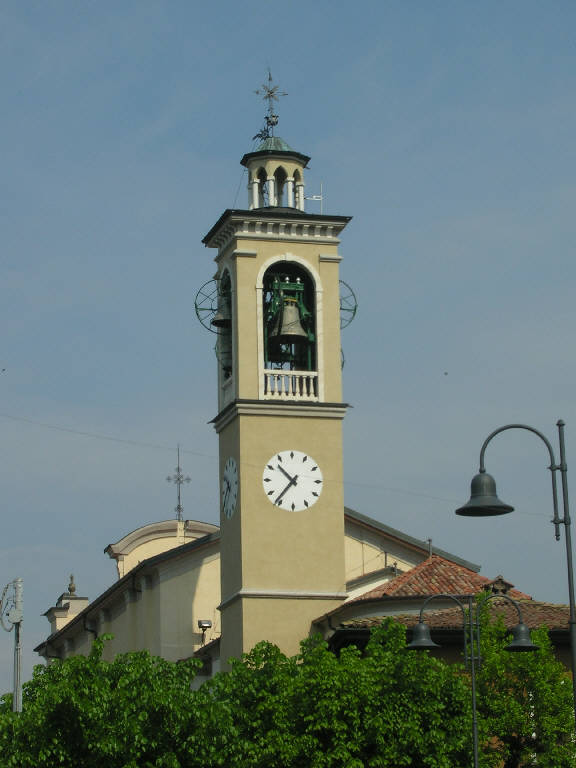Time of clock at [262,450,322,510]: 10:36
